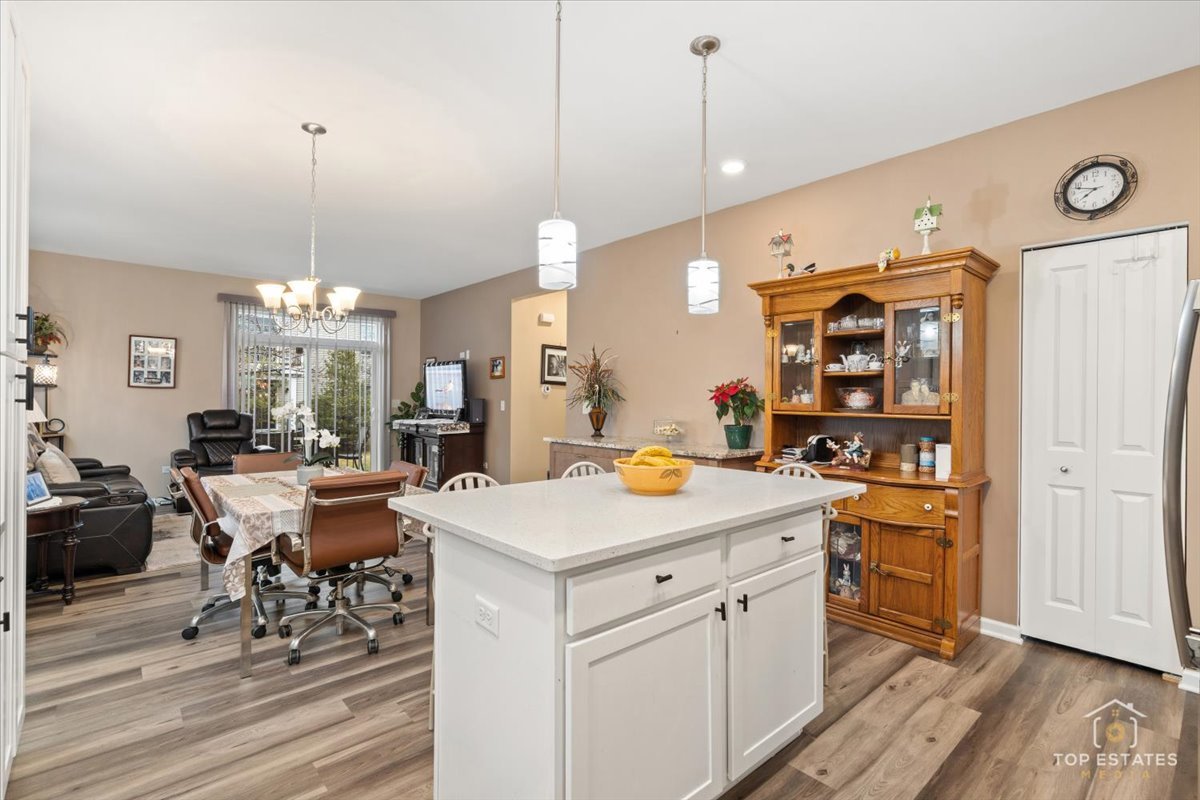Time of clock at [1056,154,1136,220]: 7:47
